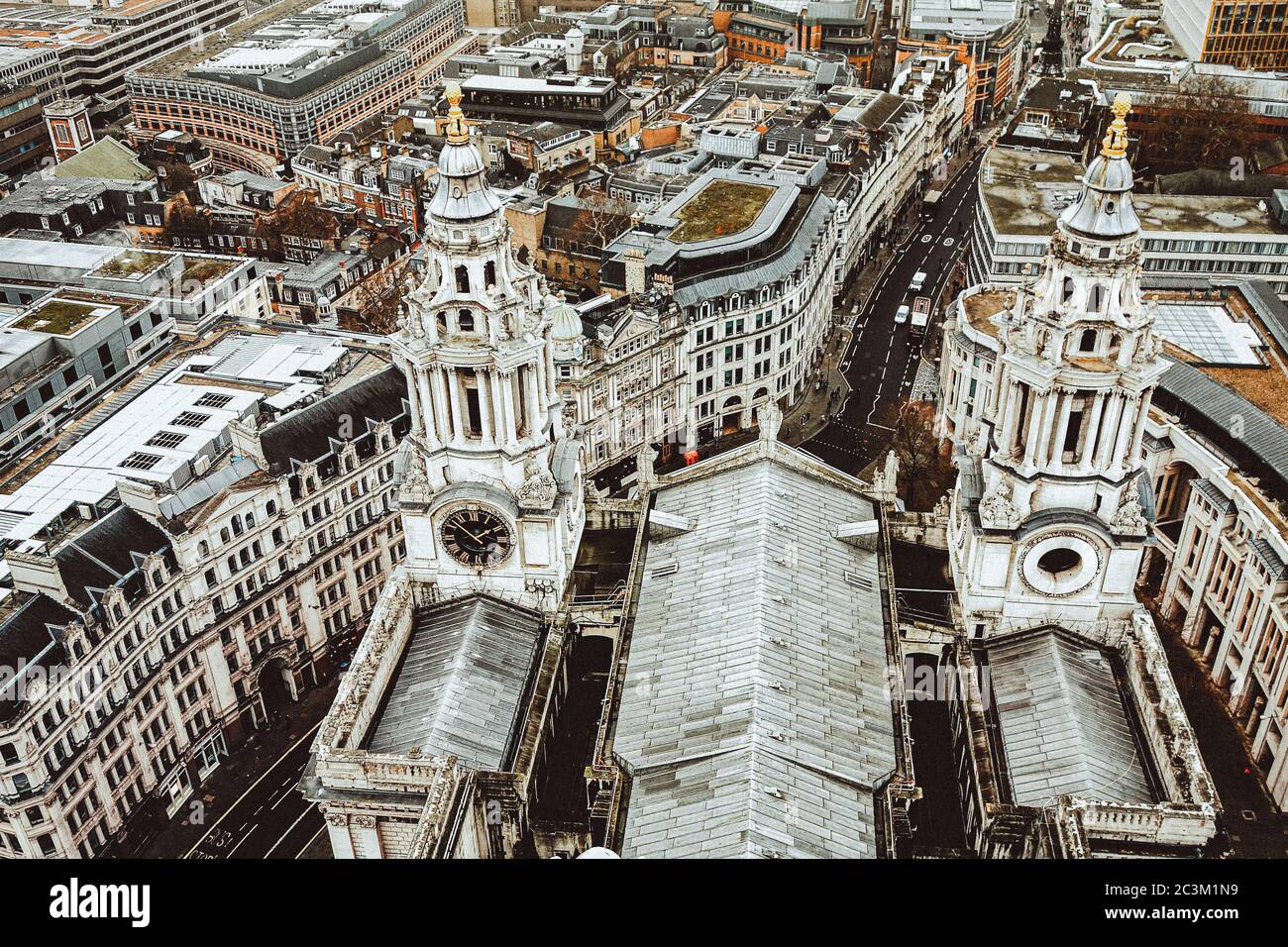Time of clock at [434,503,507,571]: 1:51
